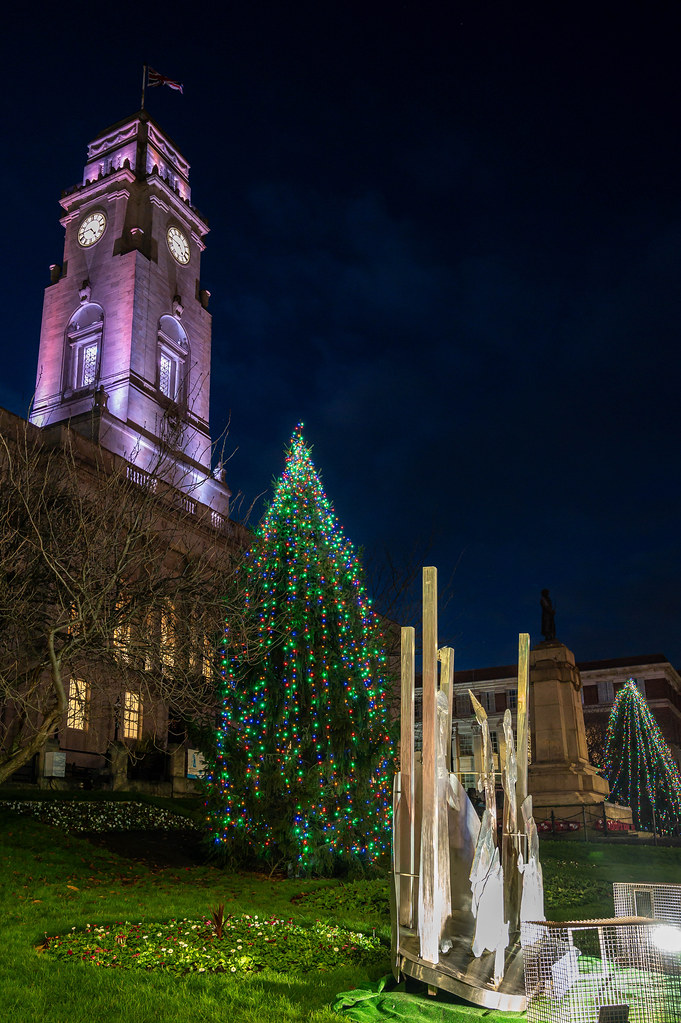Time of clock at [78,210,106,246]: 4:44
